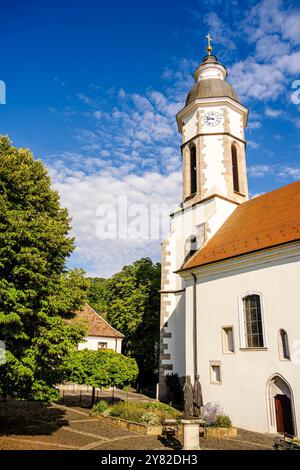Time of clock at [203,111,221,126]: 8:48
